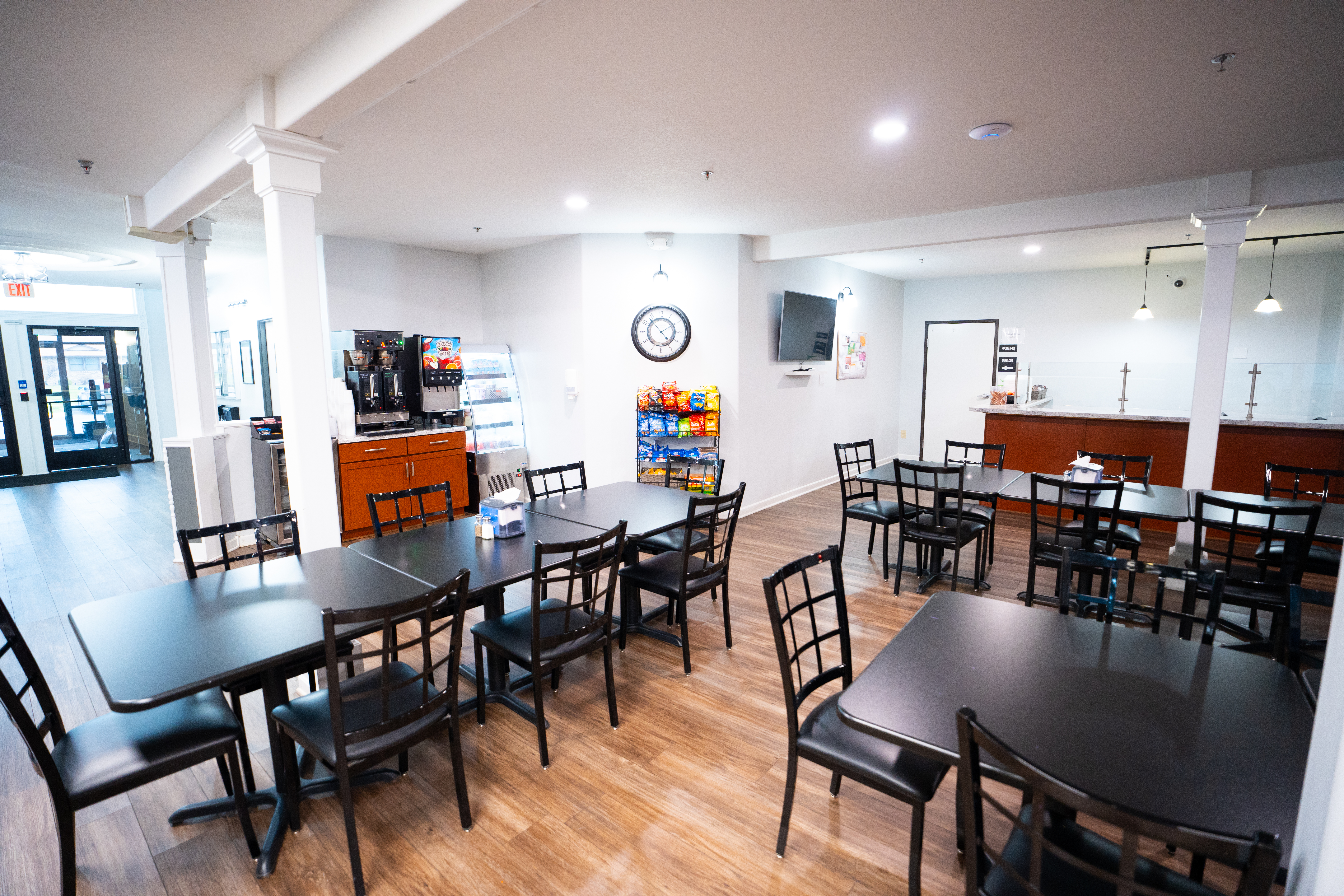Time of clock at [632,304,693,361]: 1:53
